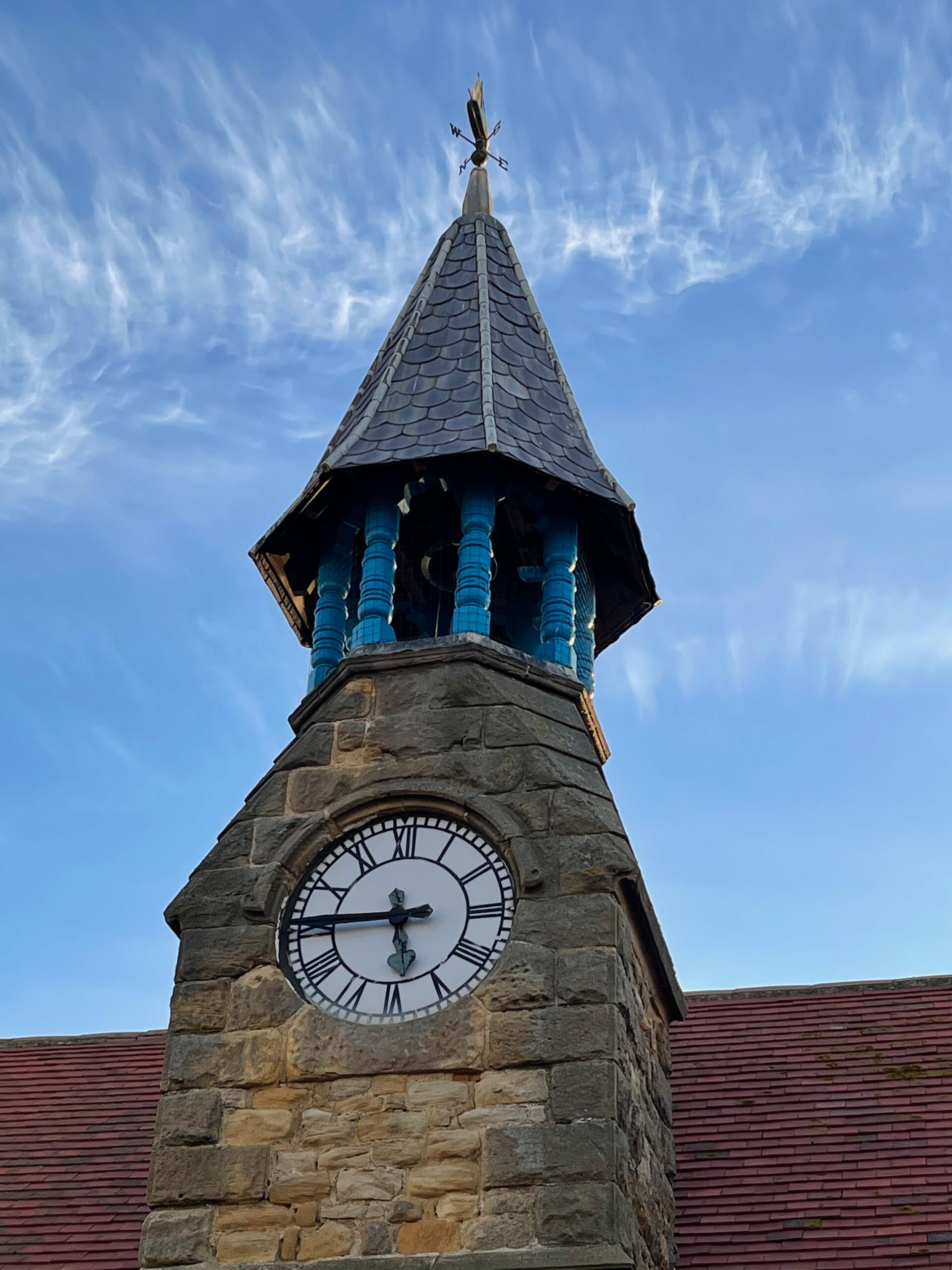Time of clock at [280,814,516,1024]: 5:45
